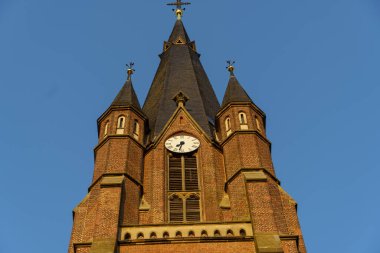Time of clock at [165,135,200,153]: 7:32
